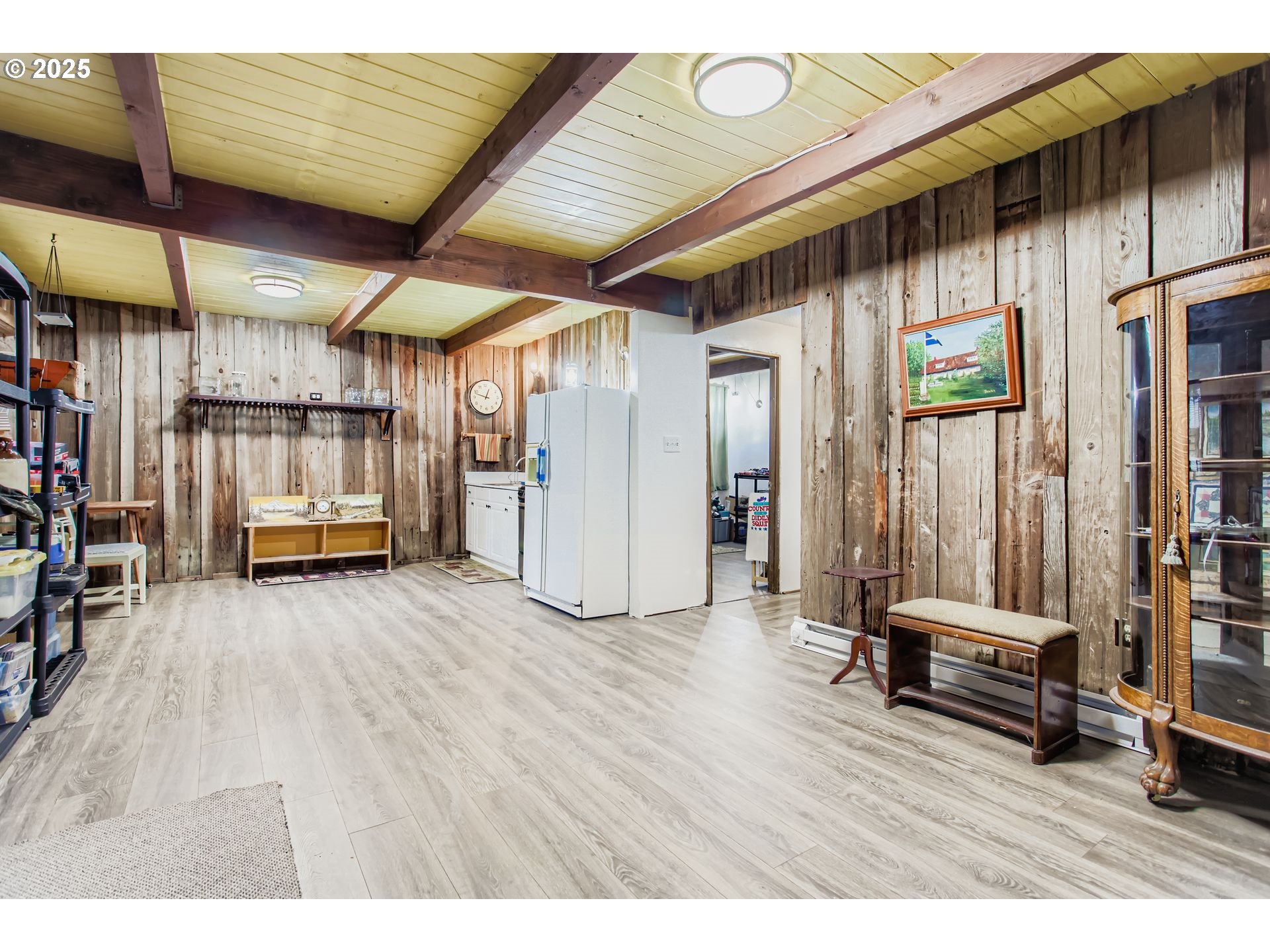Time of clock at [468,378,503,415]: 12:48
